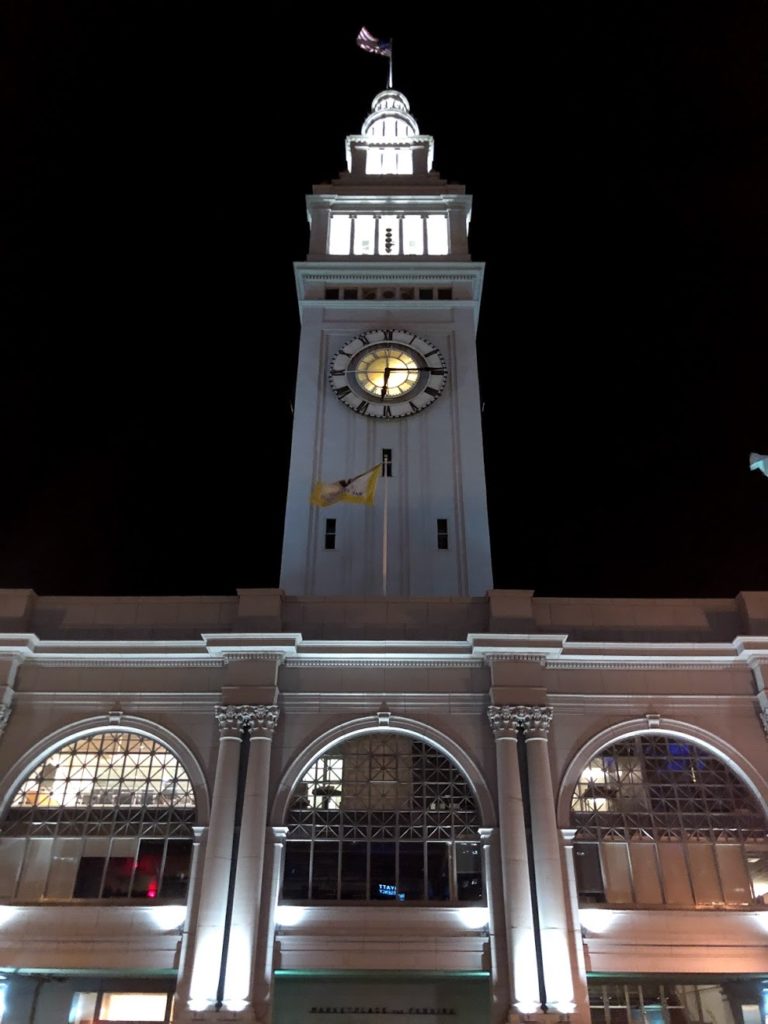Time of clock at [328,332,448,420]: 6:14
